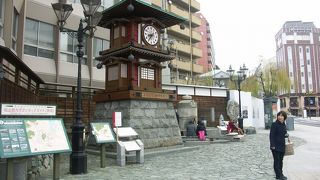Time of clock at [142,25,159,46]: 8:36
